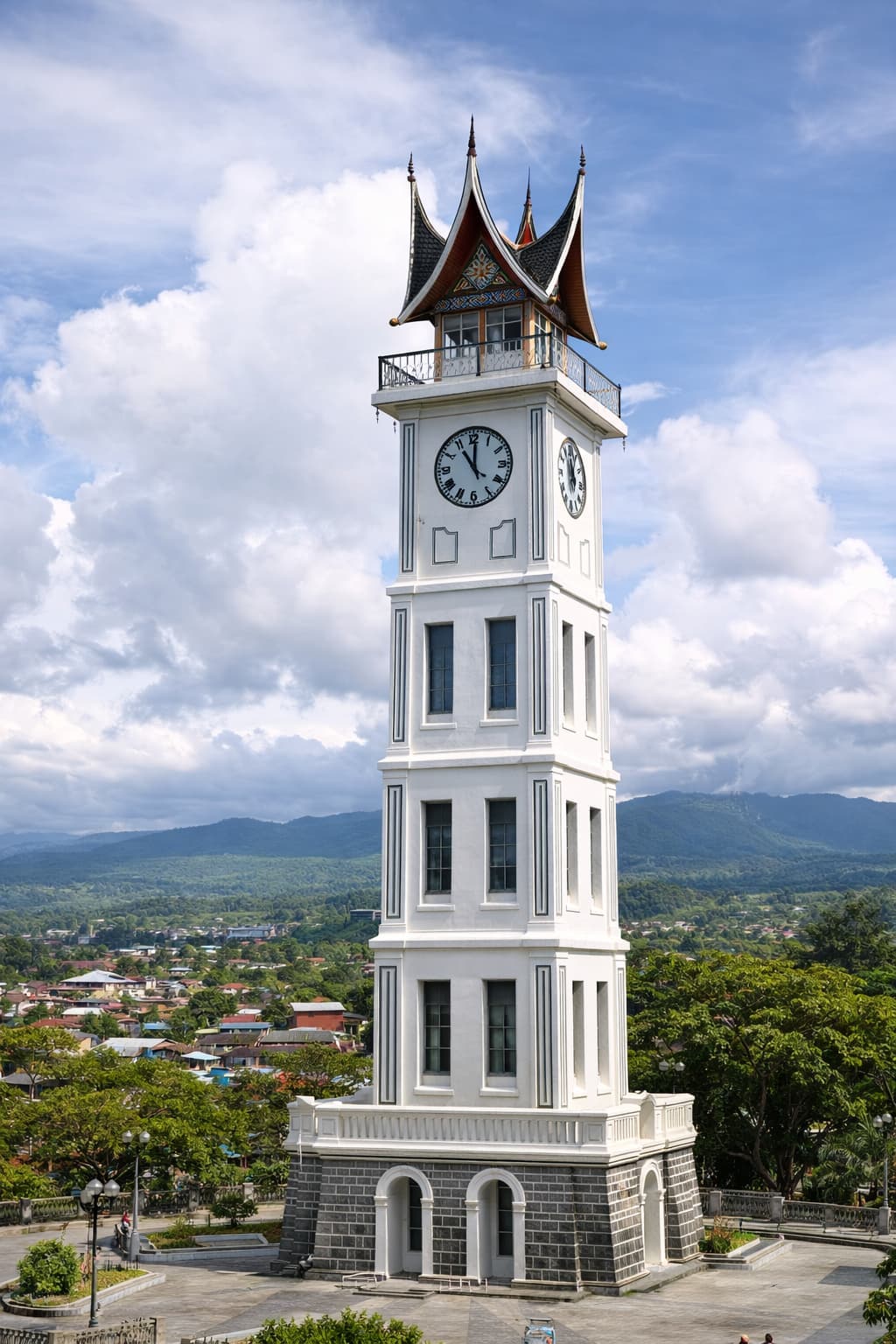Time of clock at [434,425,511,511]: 11:00
